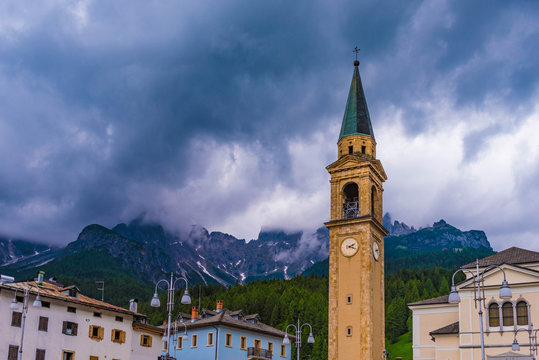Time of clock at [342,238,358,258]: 2:18
